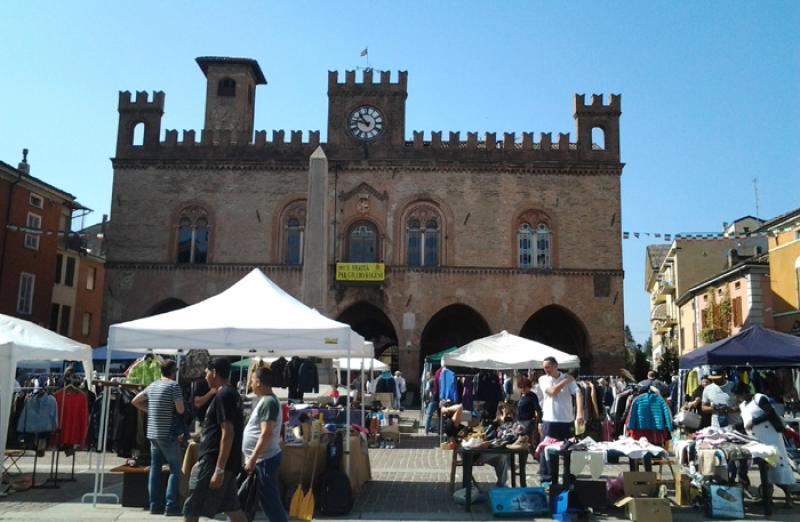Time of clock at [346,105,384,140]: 10:47
